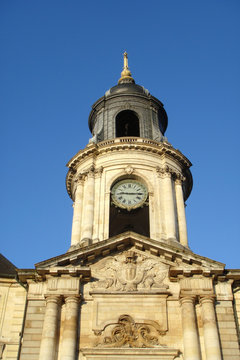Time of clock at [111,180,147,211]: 9:15
